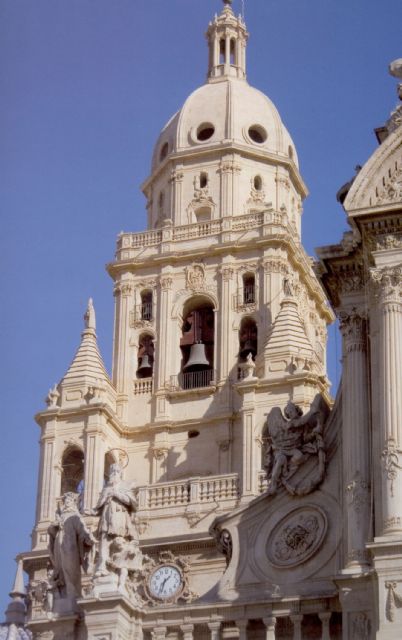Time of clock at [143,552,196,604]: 1:33
